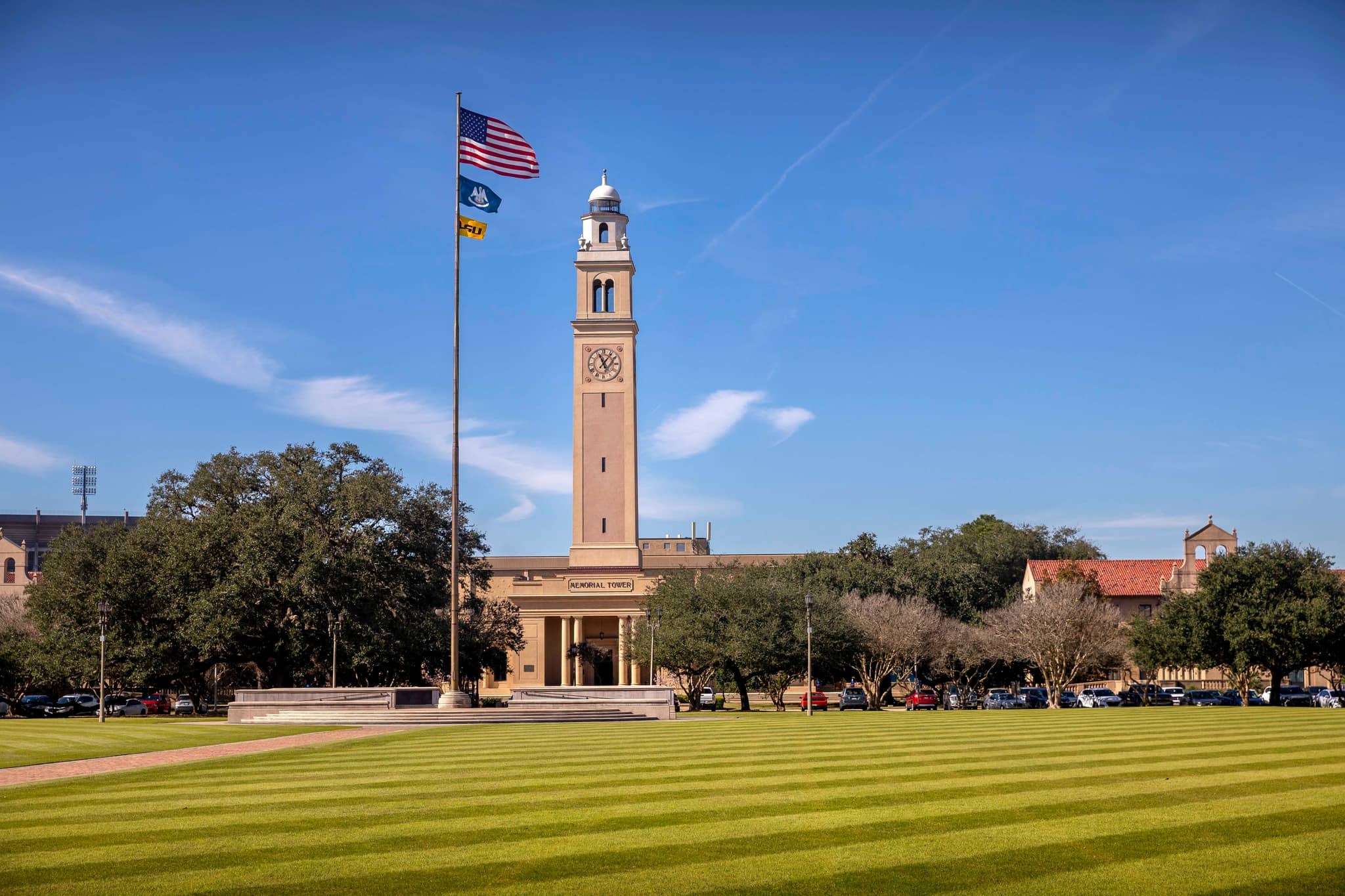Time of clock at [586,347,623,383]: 11:06
